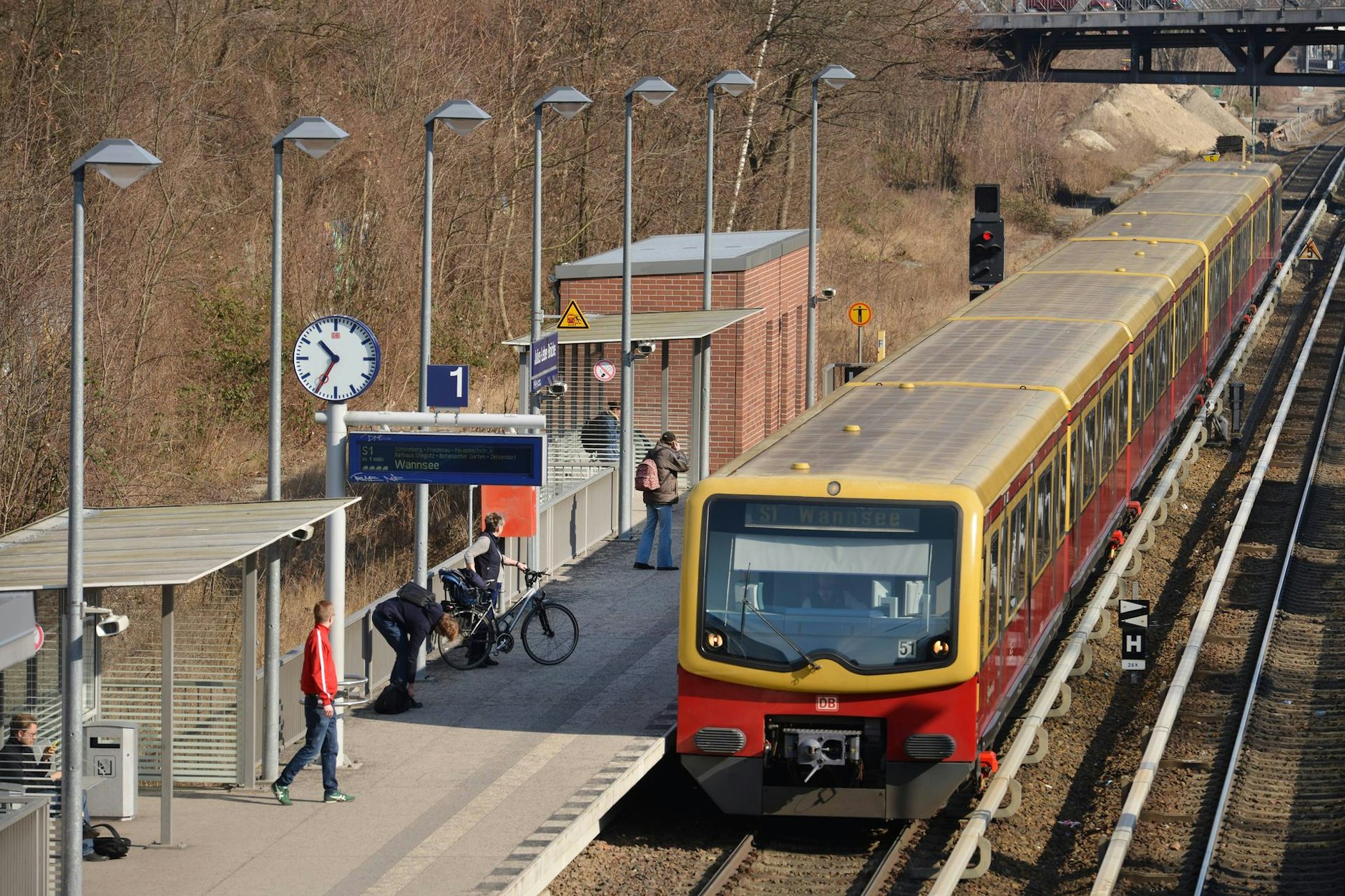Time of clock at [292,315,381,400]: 10:34
